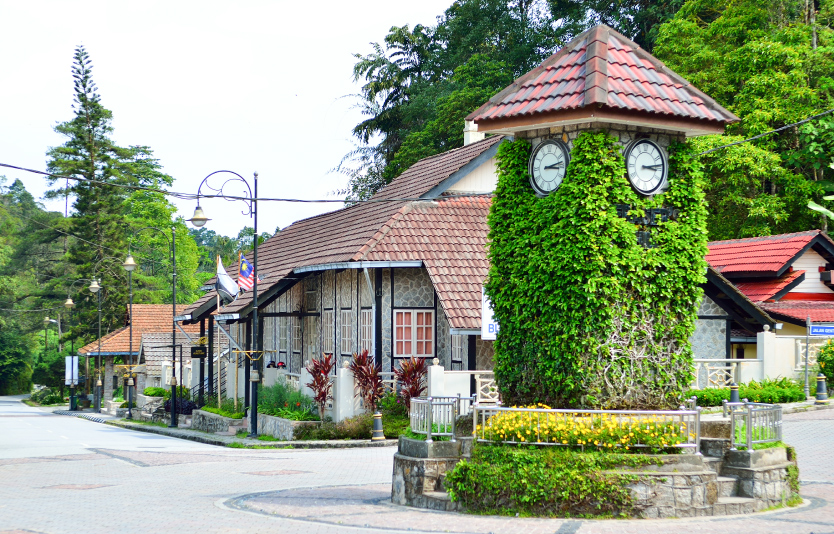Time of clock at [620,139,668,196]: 3:13
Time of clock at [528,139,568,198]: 3:13
